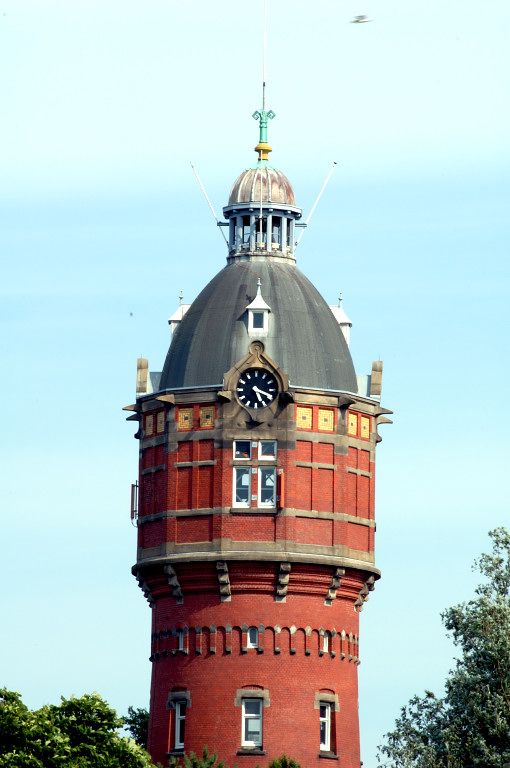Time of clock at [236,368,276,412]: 5:18
